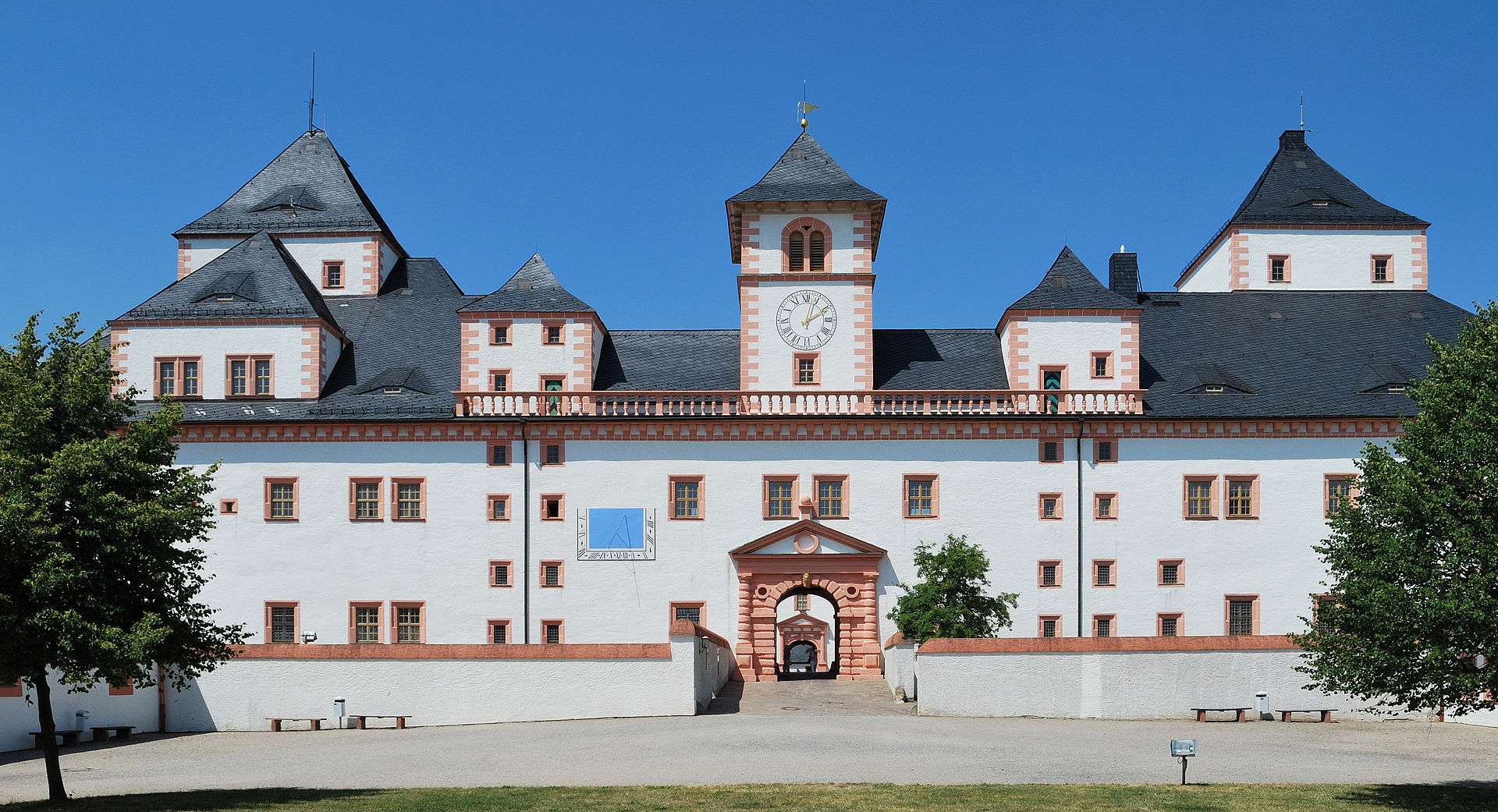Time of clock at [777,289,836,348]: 2:02
